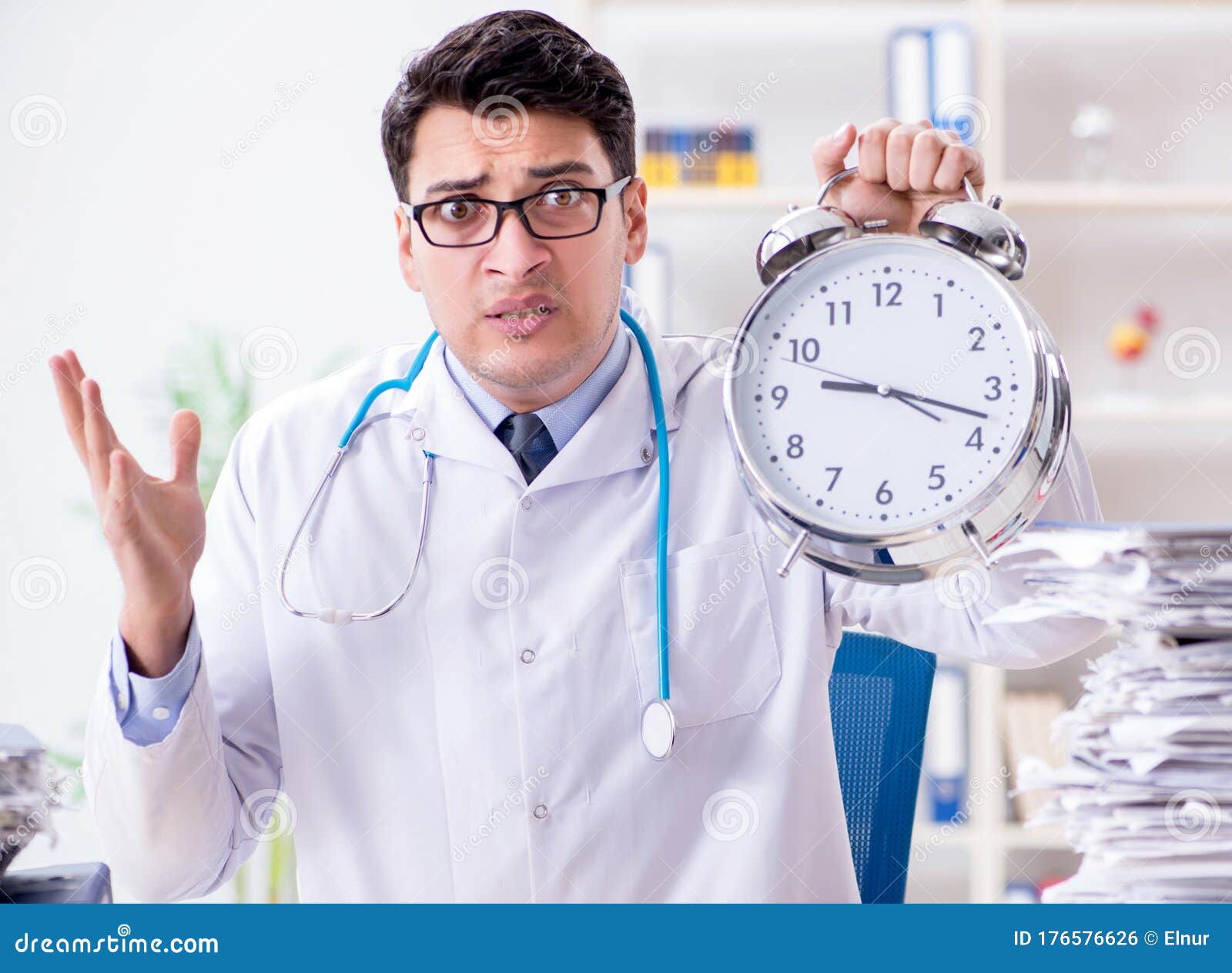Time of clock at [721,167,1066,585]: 9:17
